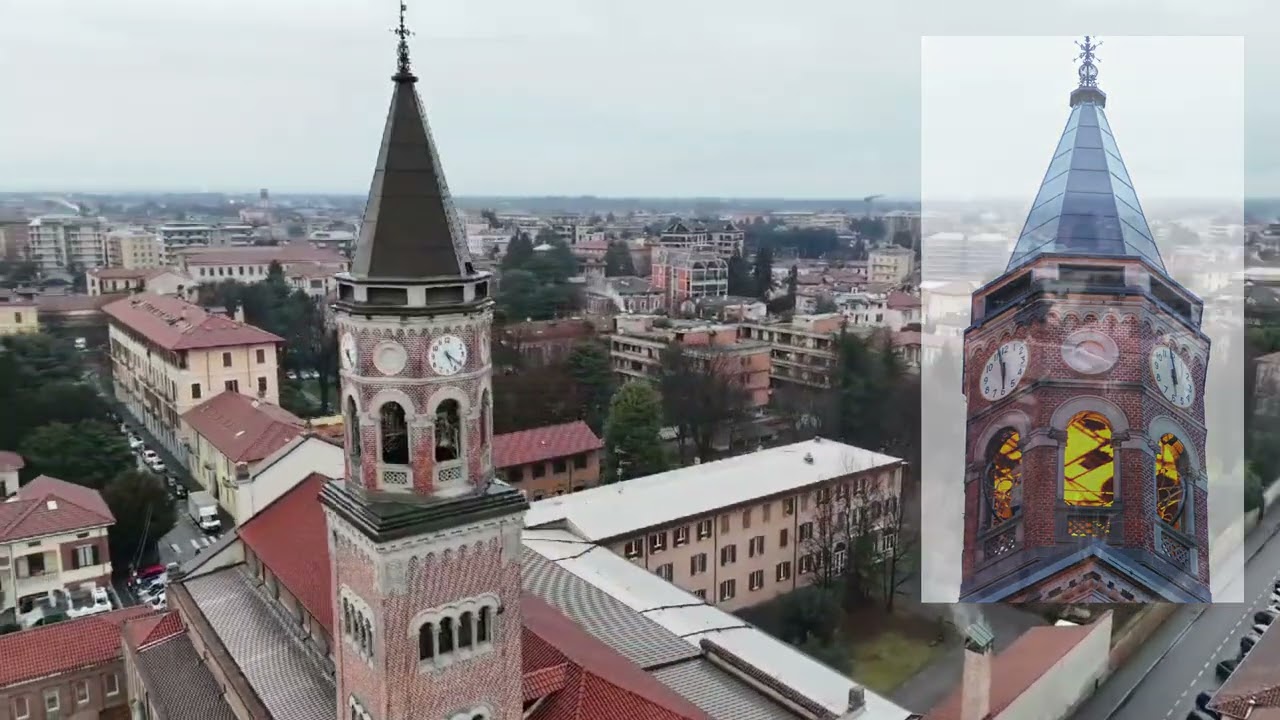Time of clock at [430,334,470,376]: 5:21
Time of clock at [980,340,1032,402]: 5:57
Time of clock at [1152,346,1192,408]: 5:59
